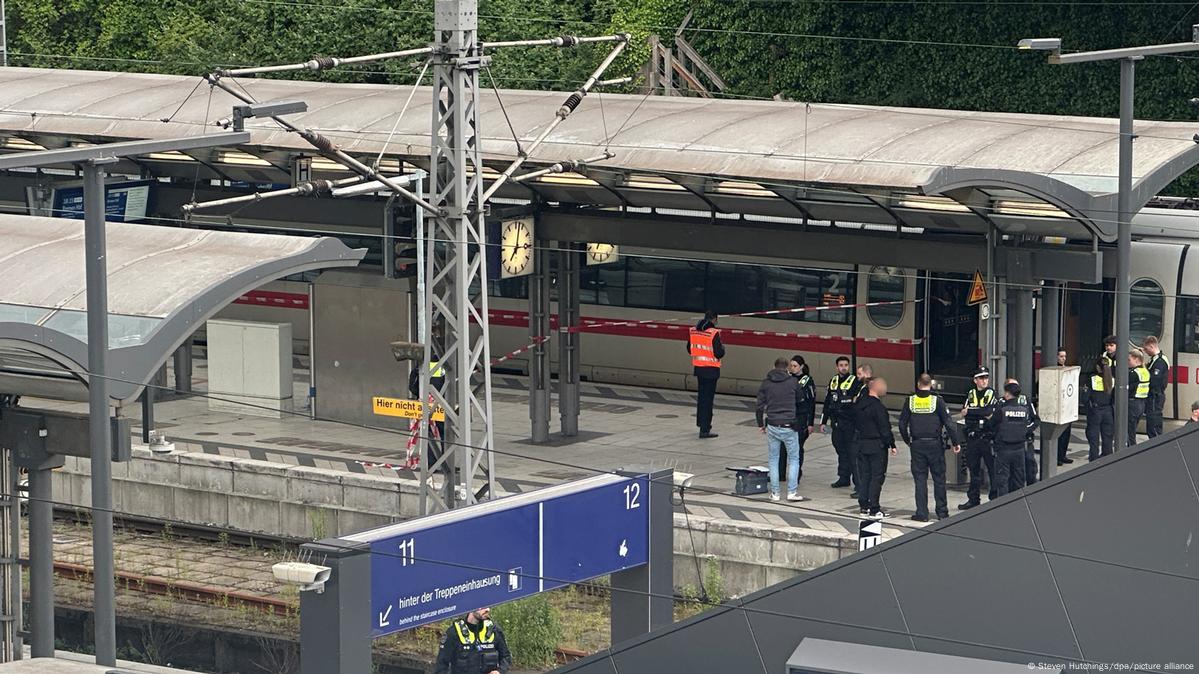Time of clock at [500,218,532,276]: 7:02
